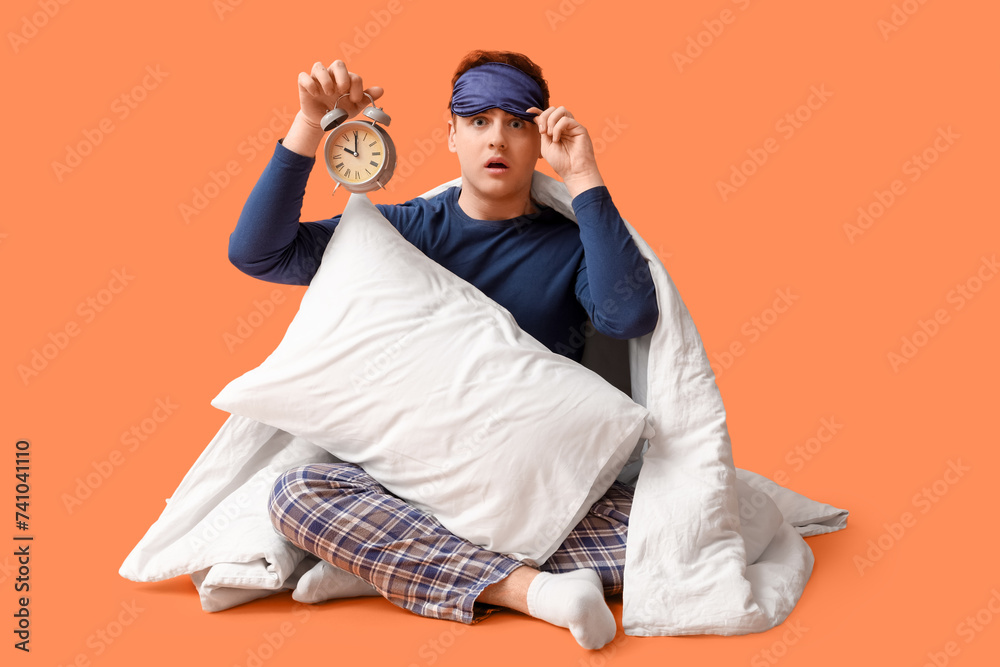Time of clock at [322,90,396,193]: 10:00
